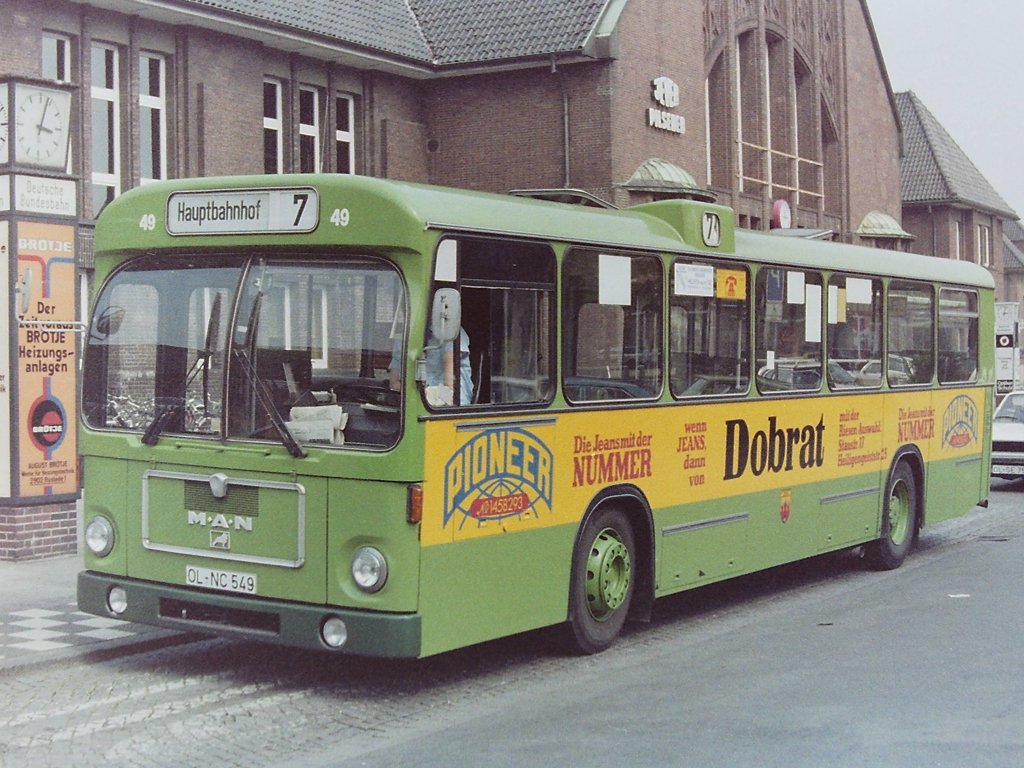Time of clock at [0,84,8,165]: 3:03
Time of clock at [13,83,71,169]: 3:03
